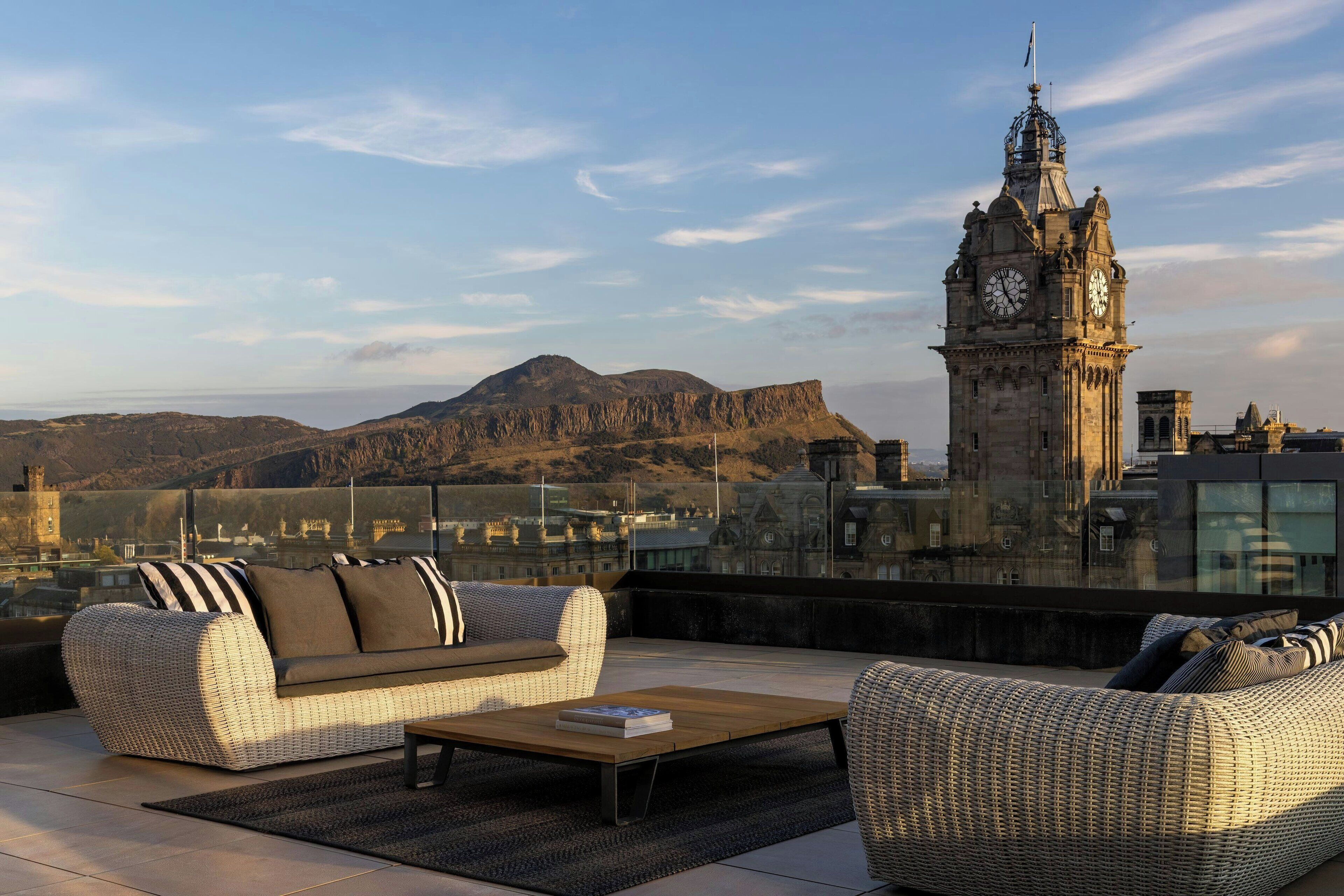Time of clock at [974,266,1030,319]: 4:57
